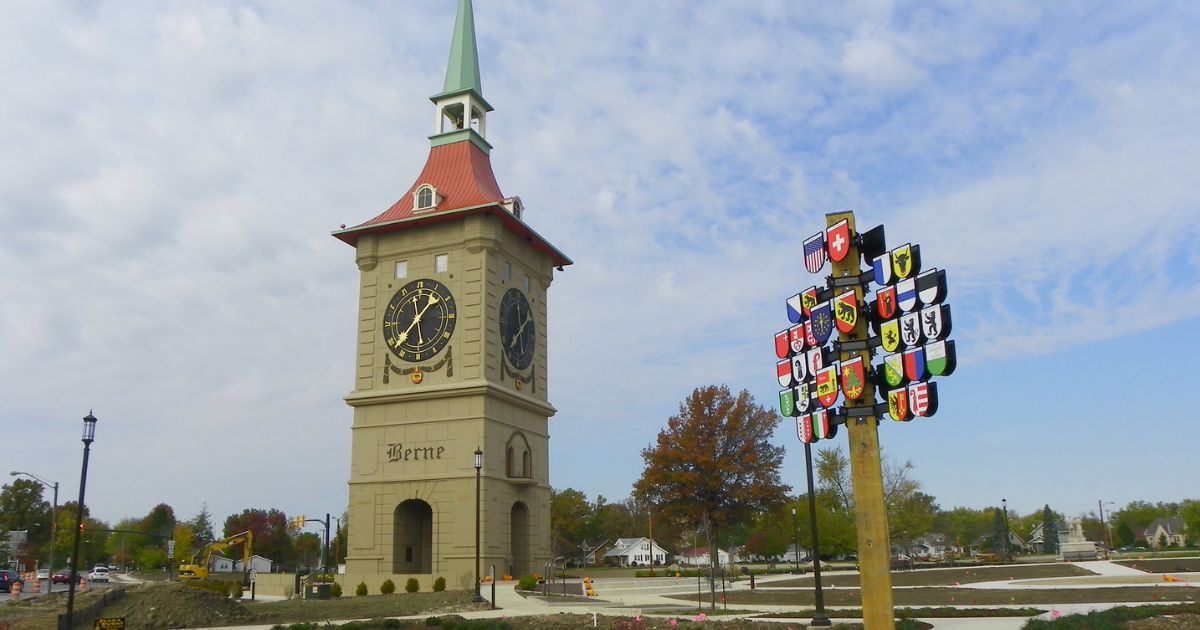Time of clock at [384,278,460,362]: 1:37
